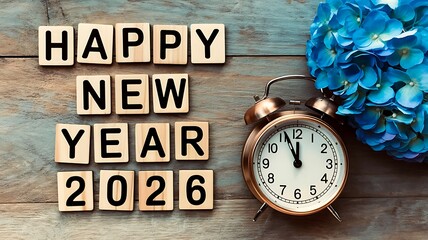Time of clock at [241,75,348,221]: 11:56
